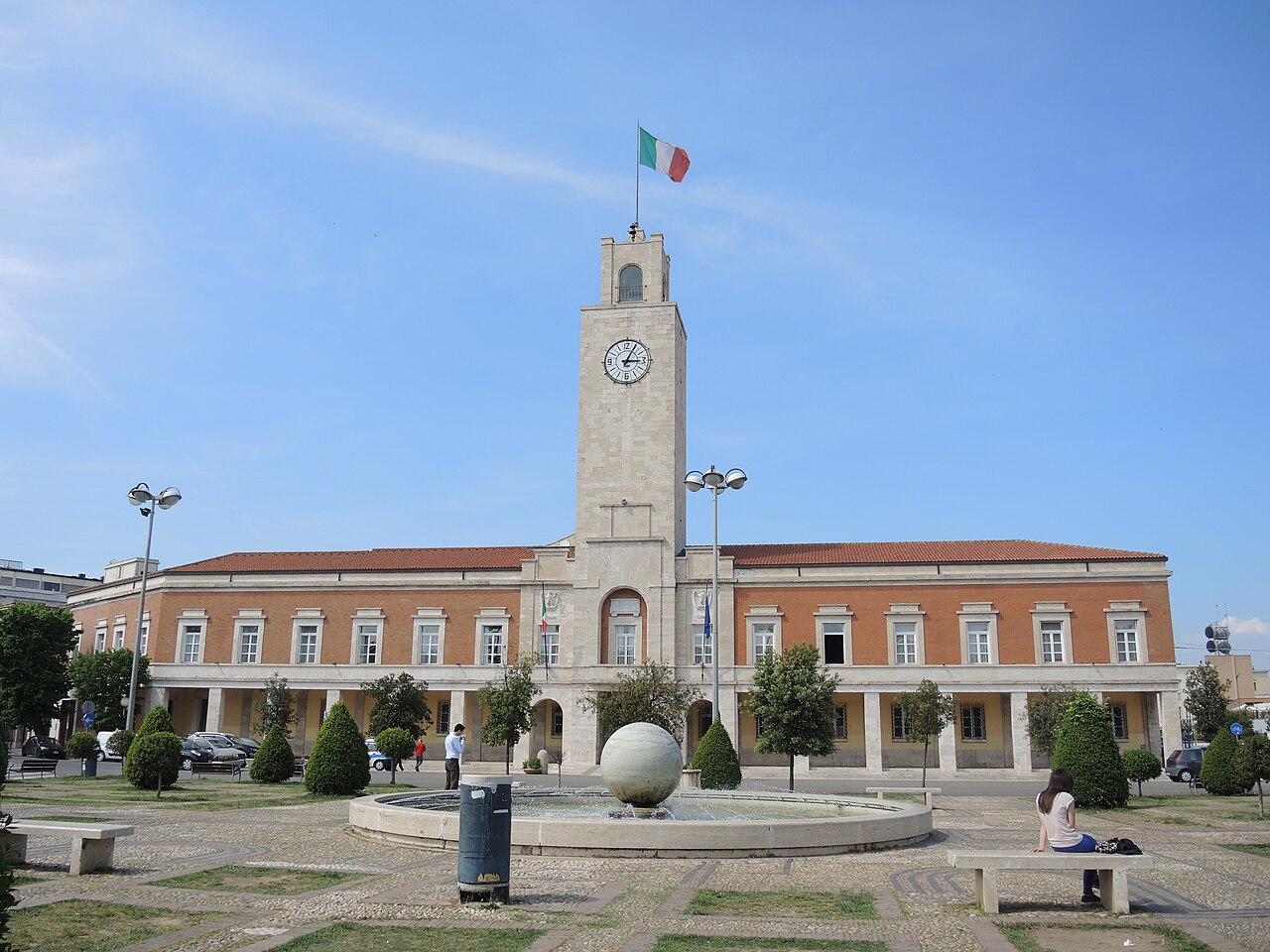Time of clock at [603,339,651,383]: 3:04
